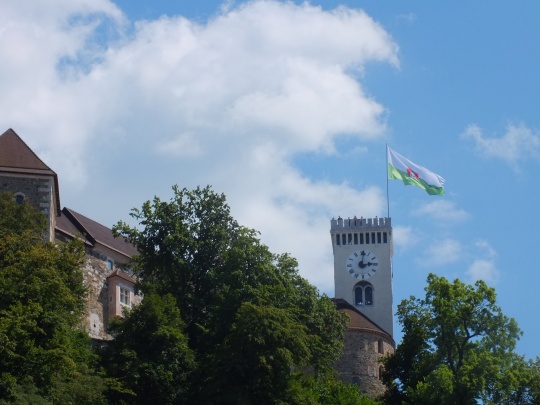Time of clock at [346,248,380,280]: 3:01
